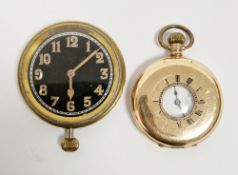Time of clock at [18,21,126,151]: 6:07
